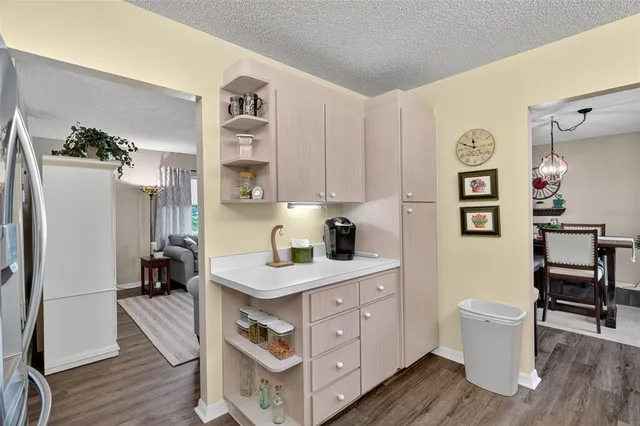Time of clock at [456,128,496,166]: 11:49
